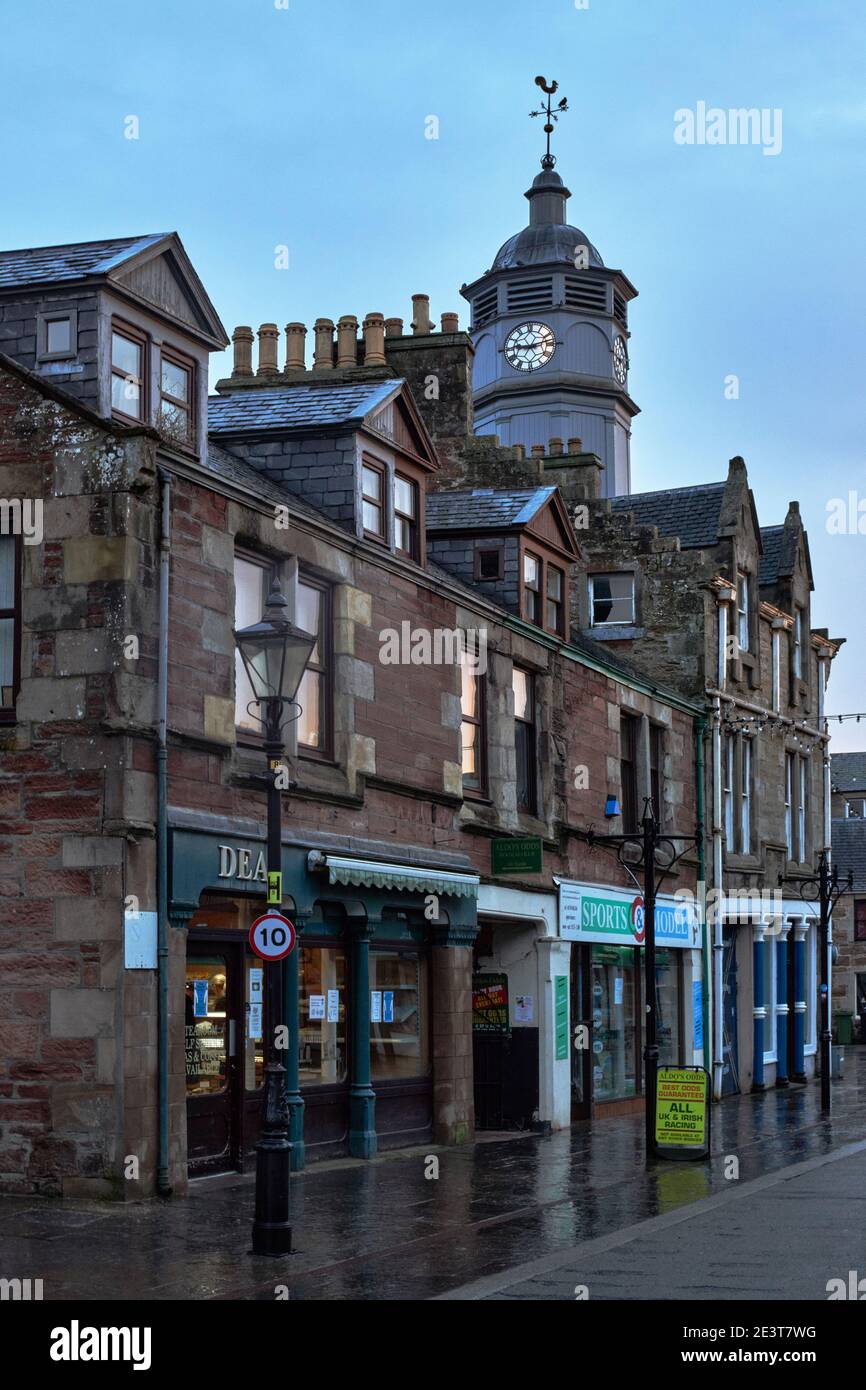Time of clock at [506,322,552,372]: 9:12
